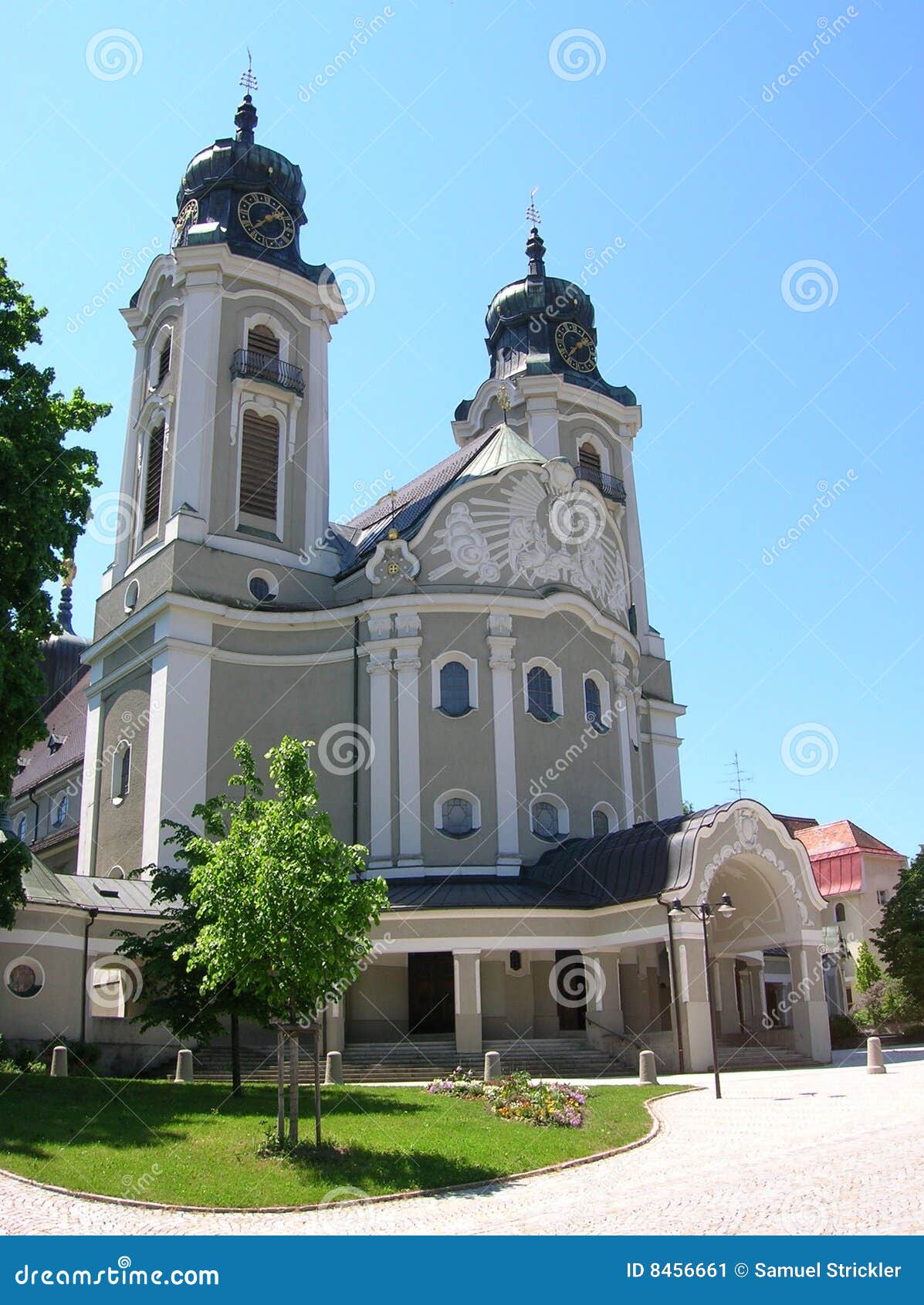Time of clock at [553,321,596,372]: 1:38
